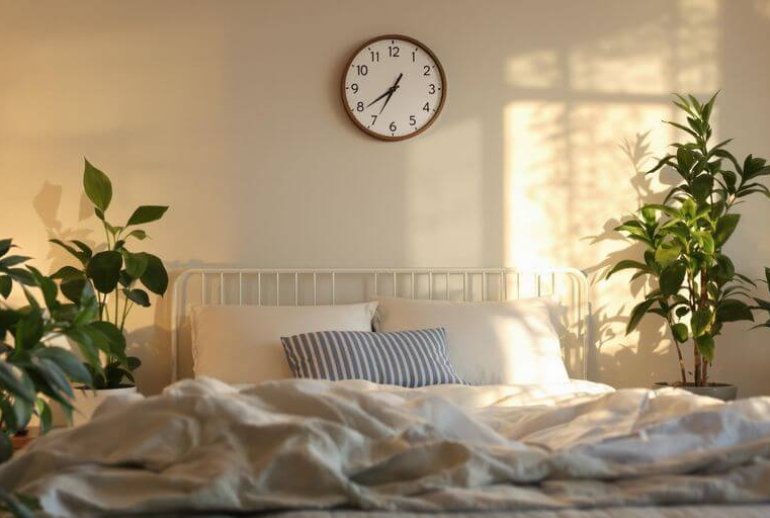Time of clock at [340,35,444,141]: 7:34
